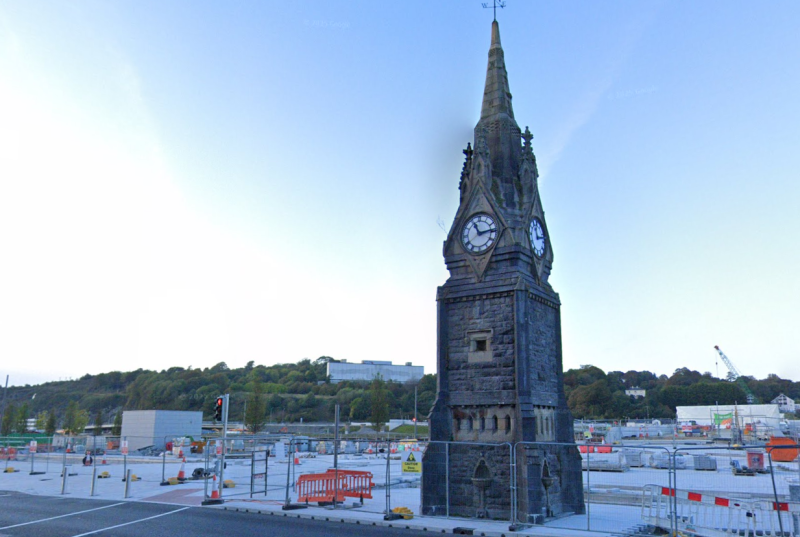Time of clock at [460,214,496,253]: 11:13
